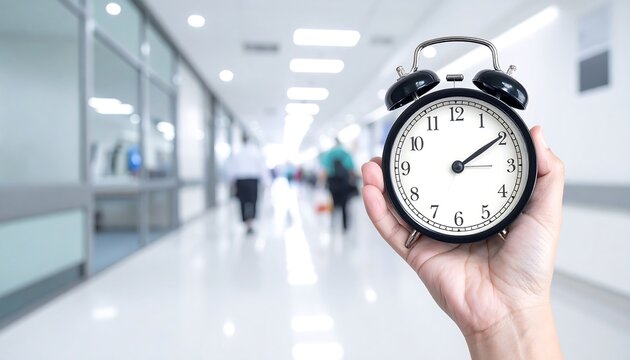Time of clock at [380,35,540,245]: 2:09
